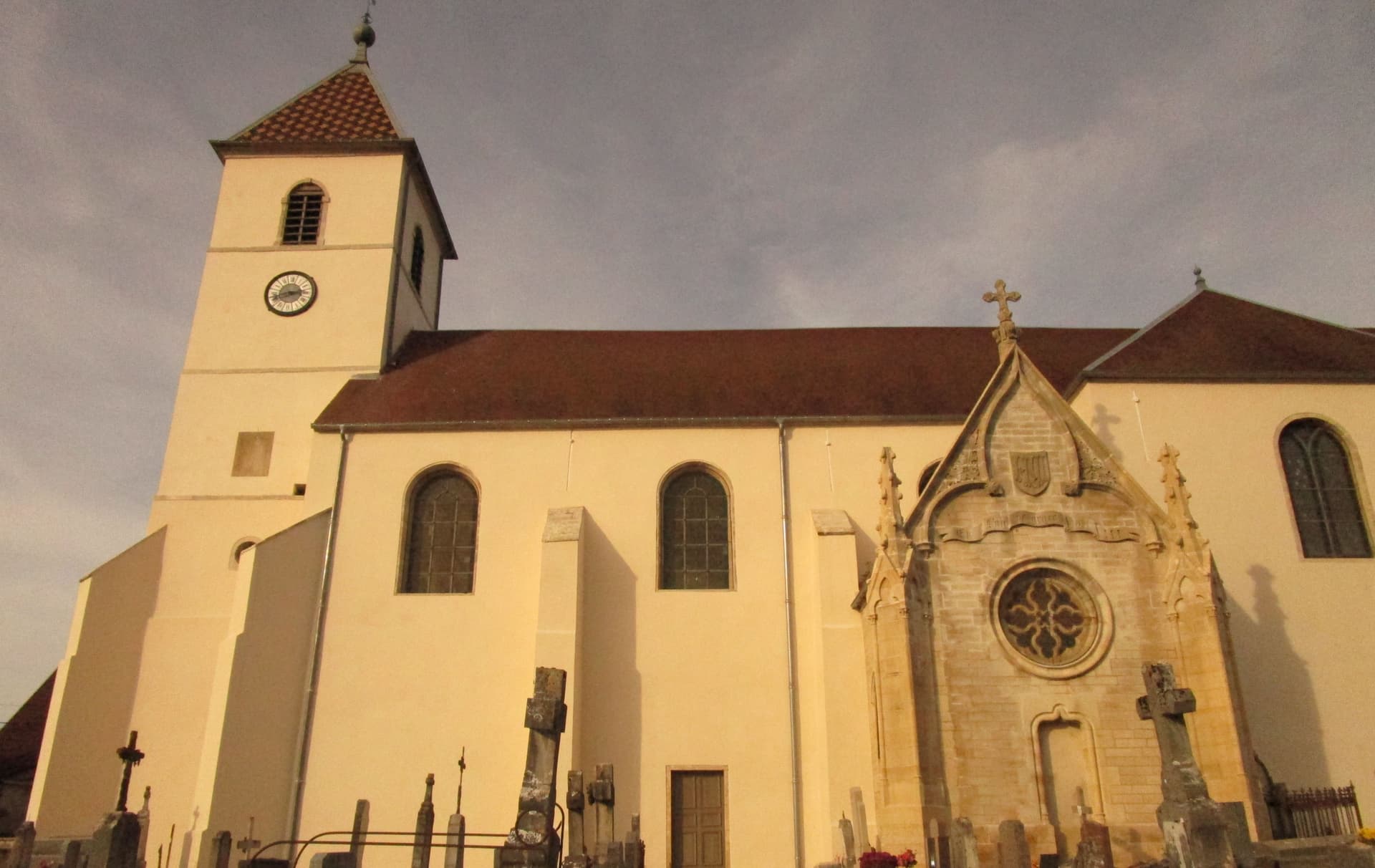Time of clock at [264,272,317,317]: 2:42
